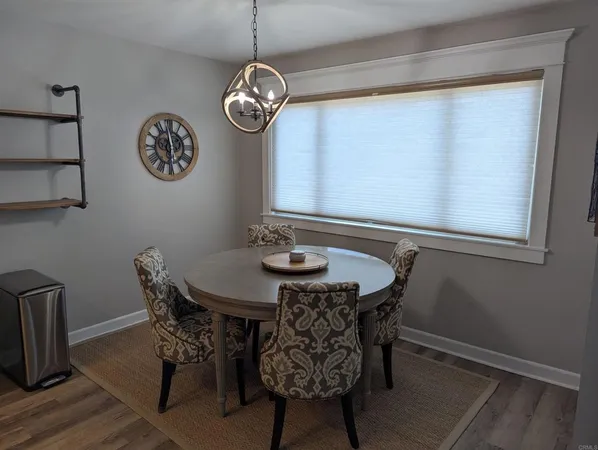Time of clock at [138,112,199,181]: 5:59
